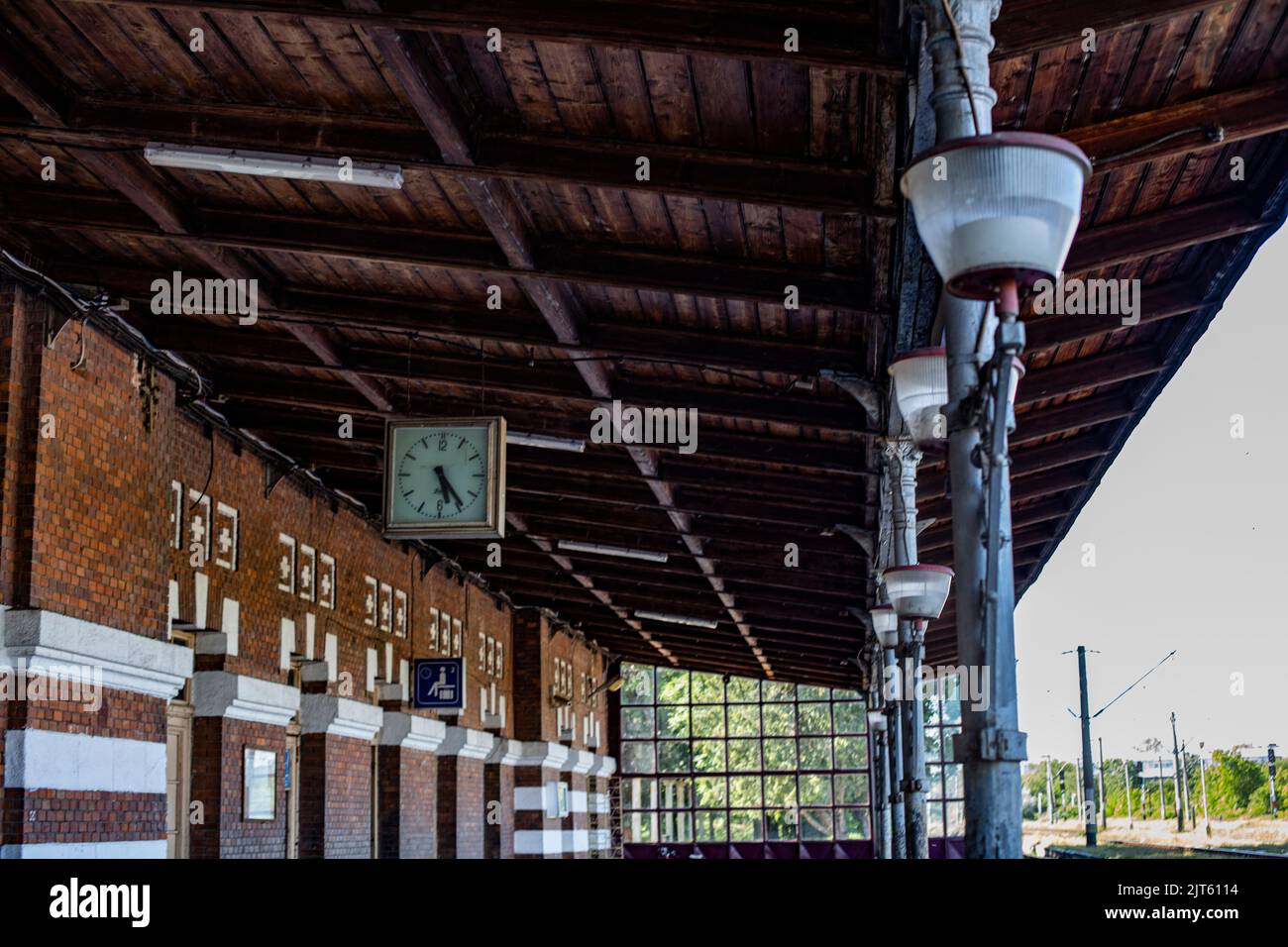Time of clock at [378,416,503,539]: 5:23
